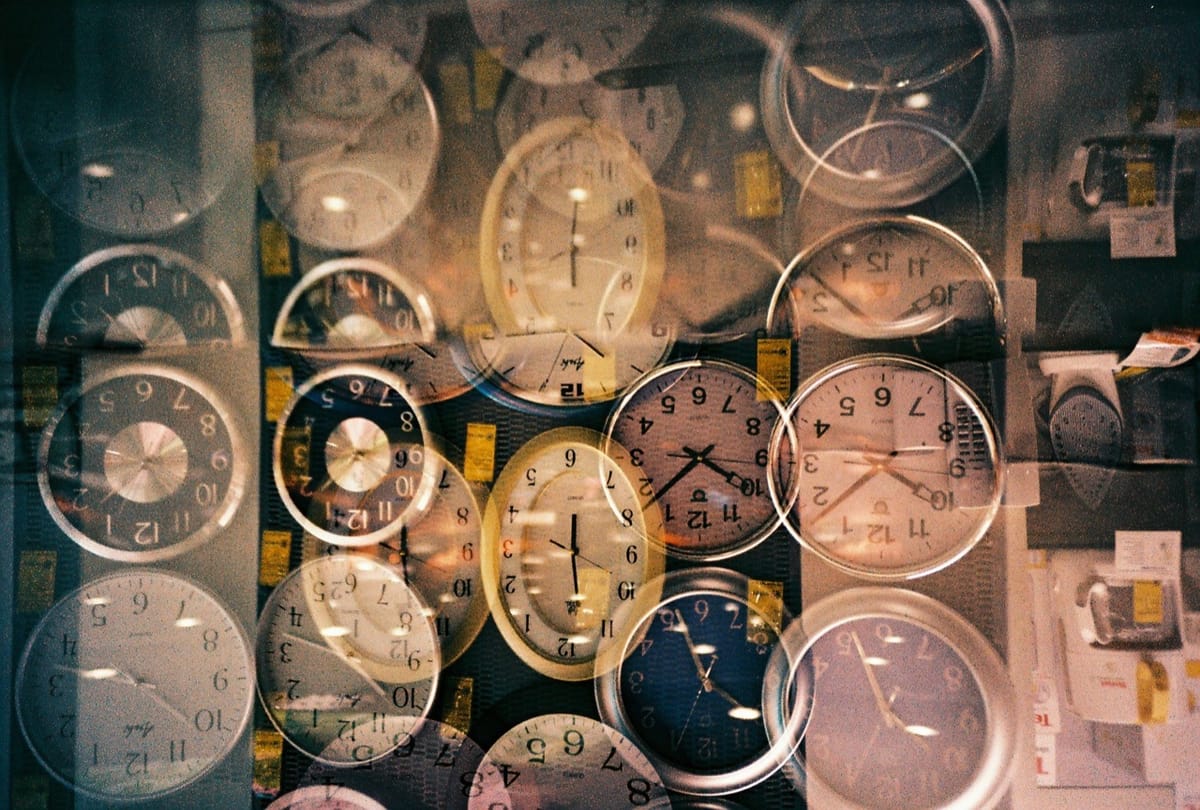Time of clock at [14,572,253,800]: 9:21
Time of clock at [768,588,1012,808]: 3:56
